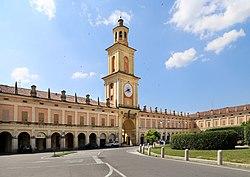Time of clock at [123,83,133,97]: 3:40
